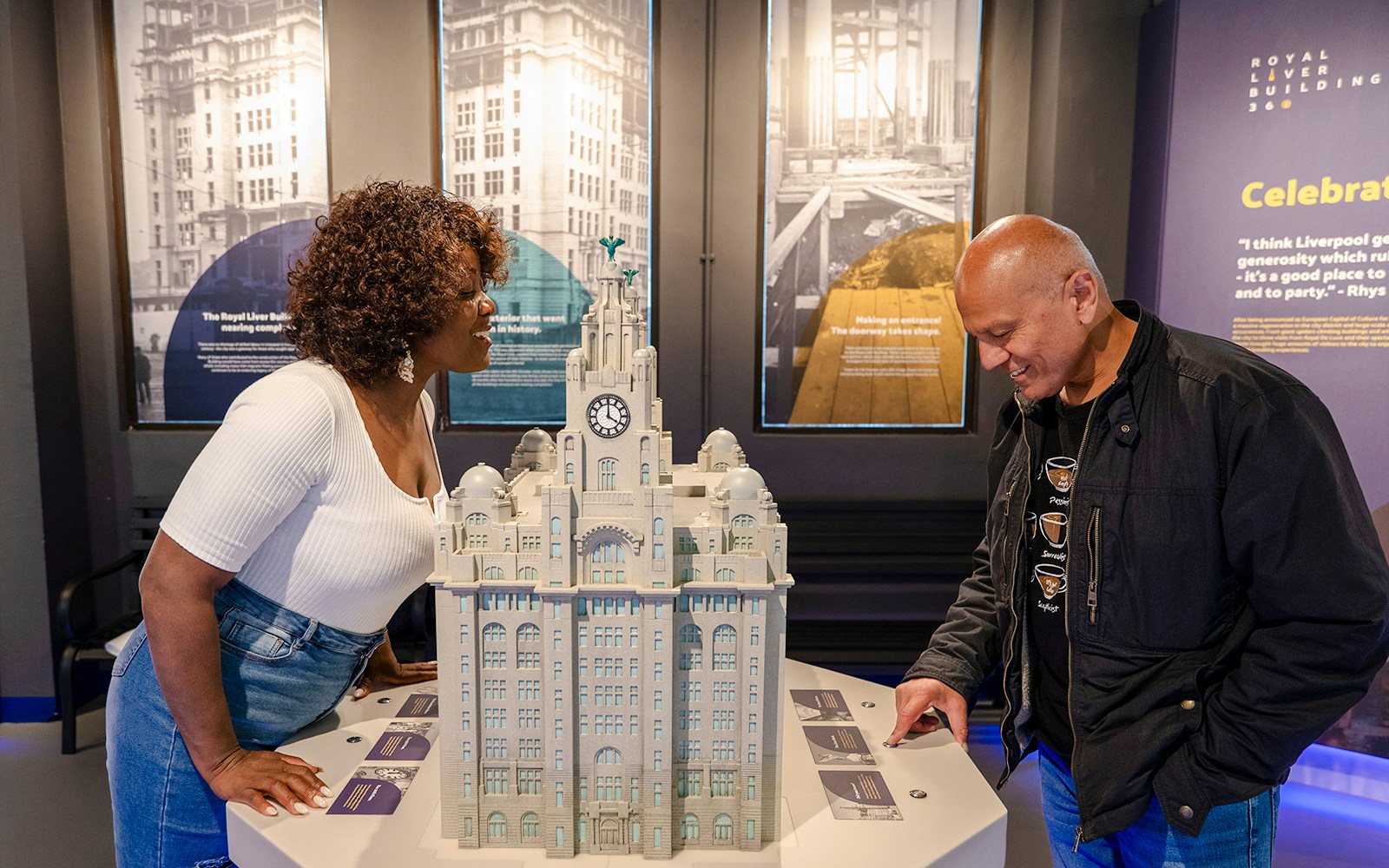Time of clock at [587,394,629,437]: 4:00
